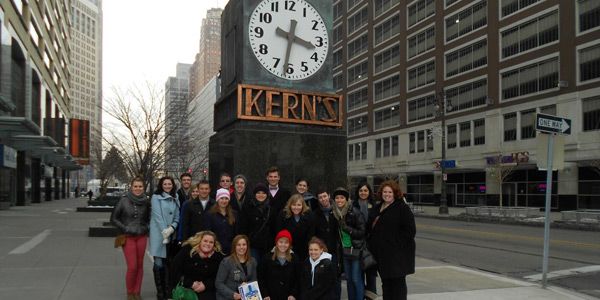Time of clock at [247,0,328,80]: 3:31
